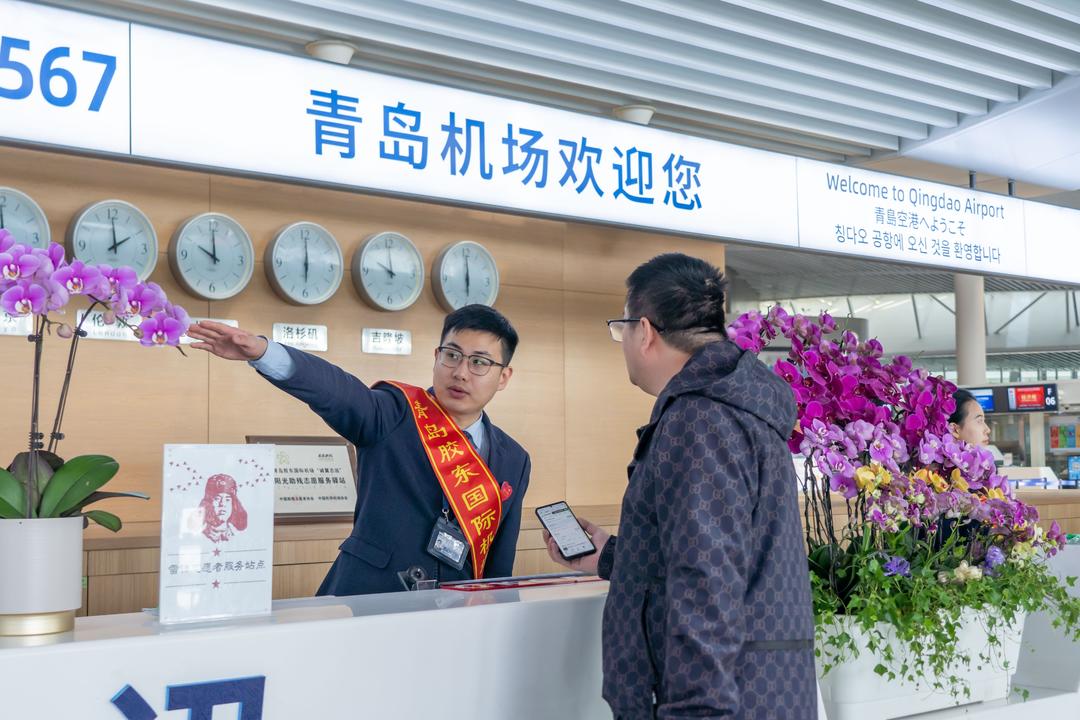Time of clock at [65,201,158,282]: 1:59
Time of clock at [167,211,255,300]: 9:59
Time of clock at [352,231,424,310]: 9:59
